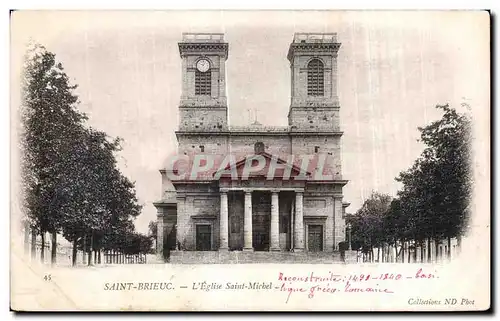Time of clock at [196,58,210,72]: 10:05
